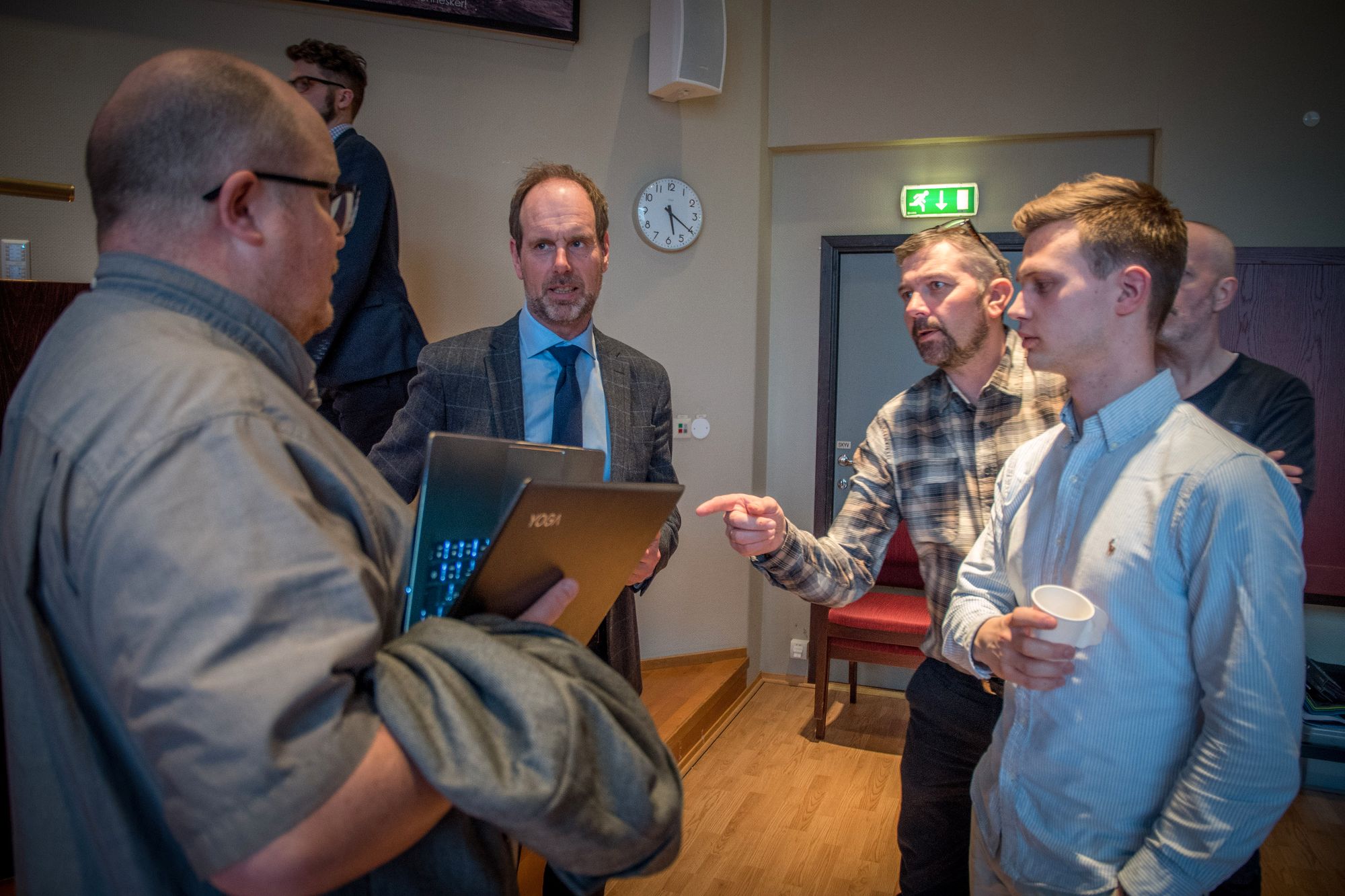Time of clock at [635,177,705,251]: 5:20
